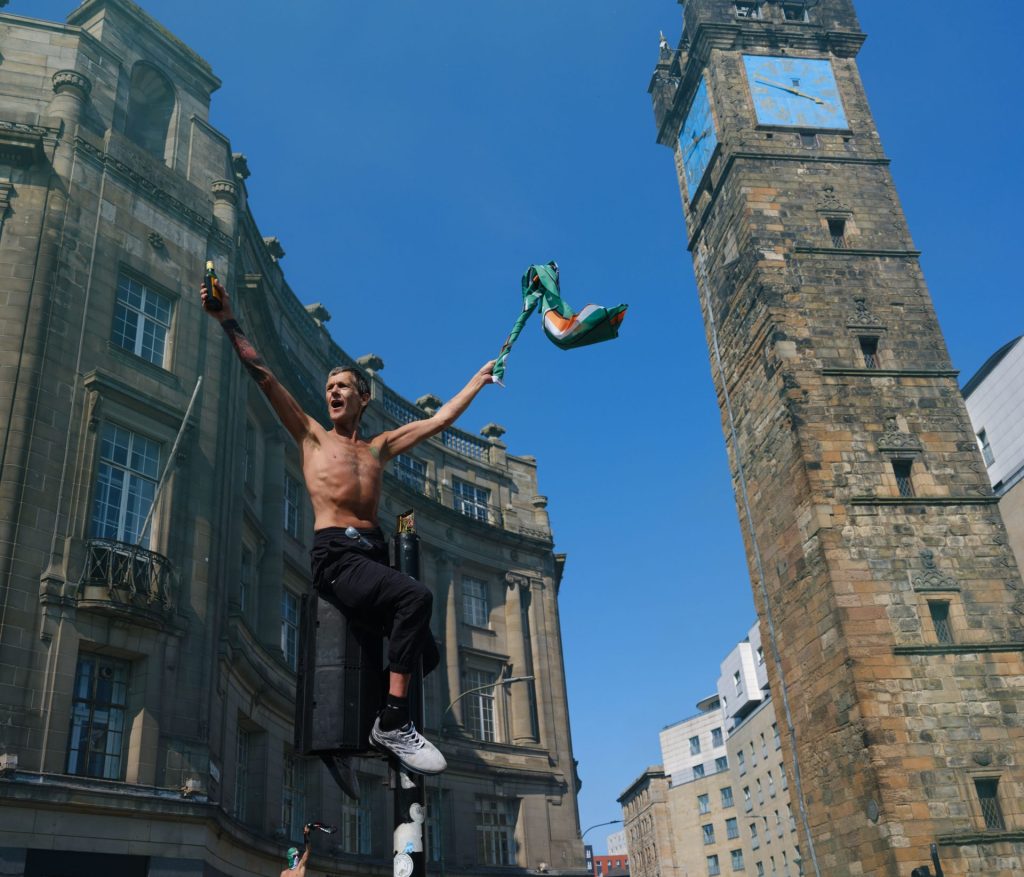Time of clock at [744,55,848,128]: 3:48
